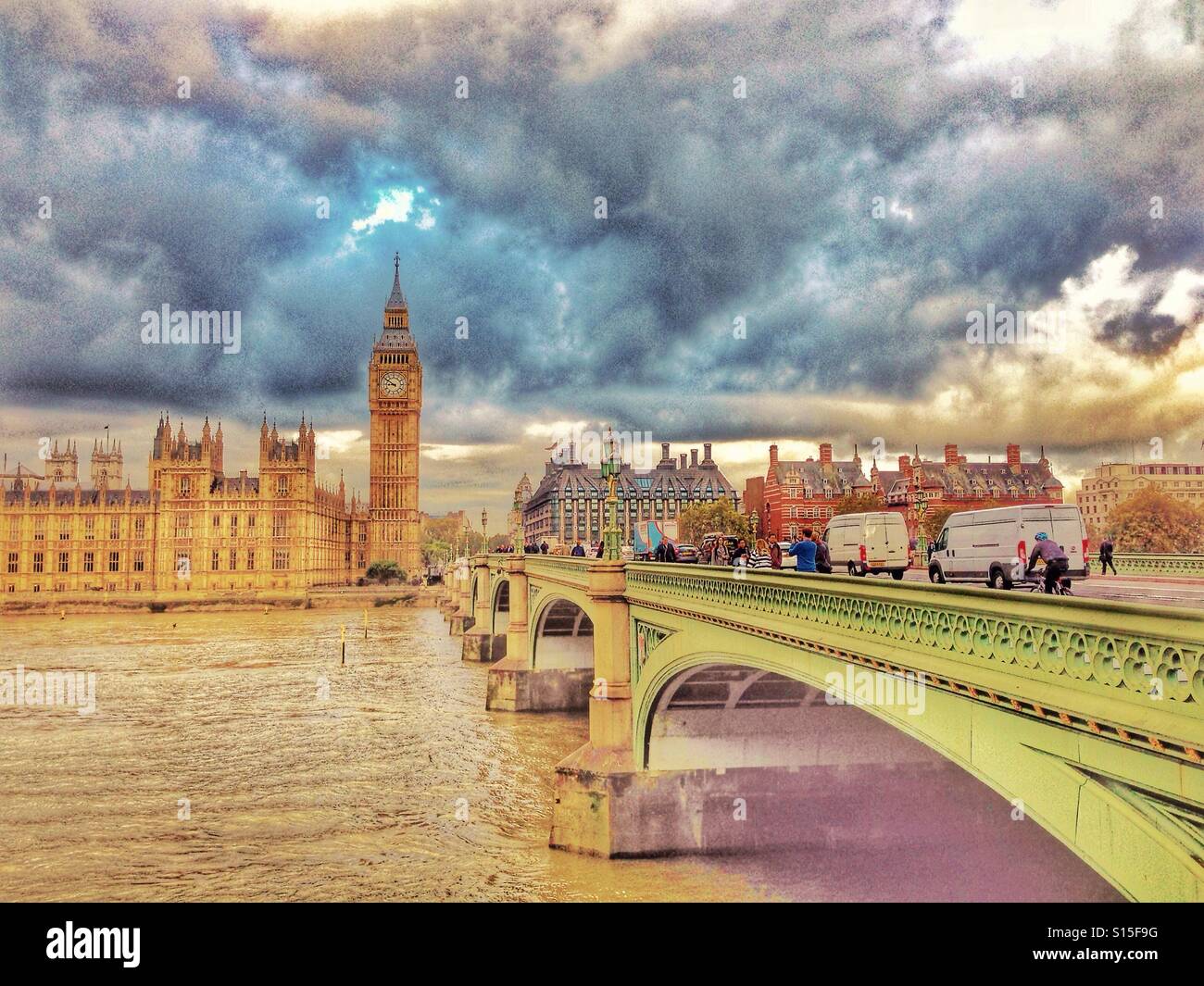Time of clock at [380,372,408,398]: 8:50
